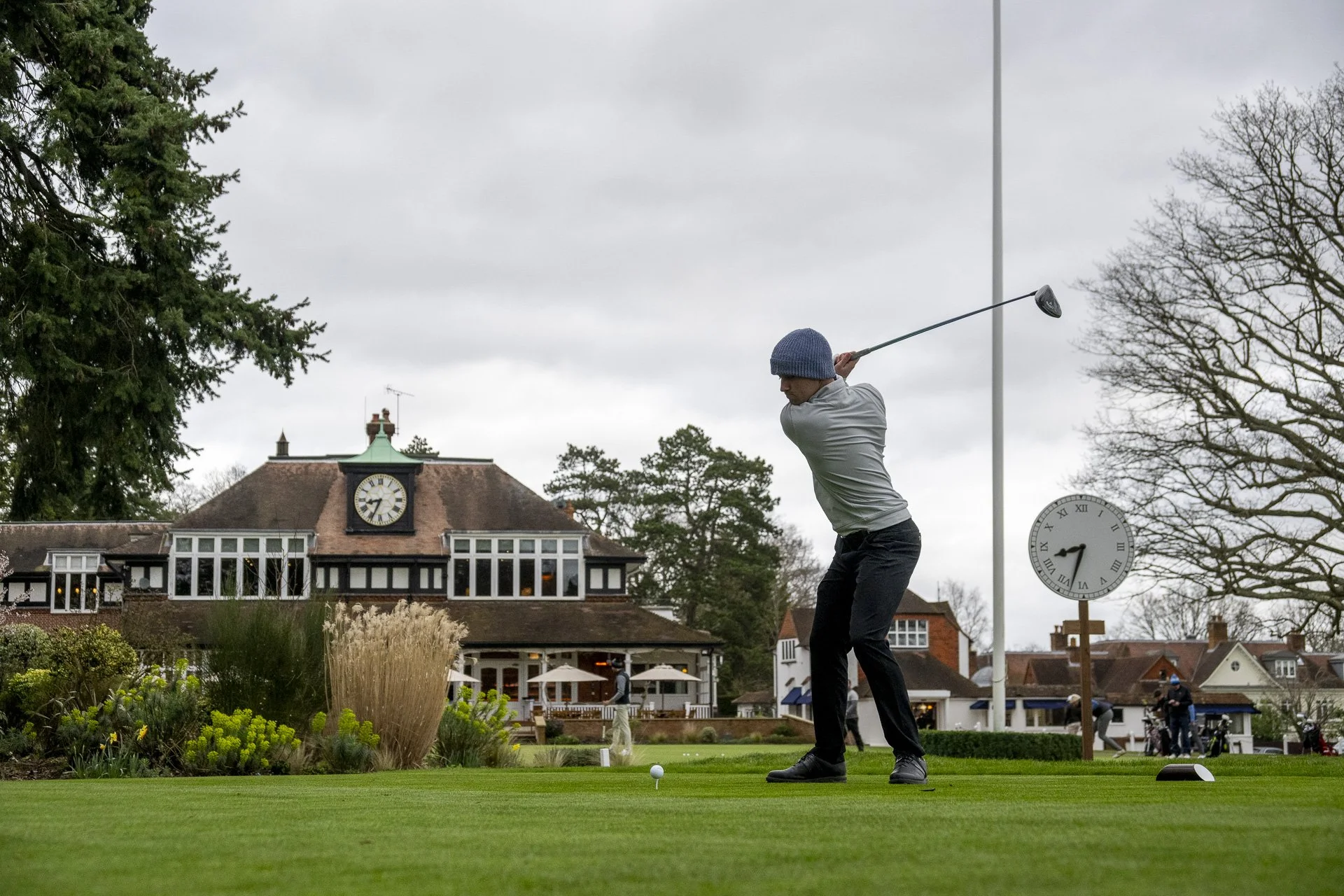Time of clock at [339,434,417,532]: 8:34
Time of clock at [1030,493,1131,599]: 8:32
